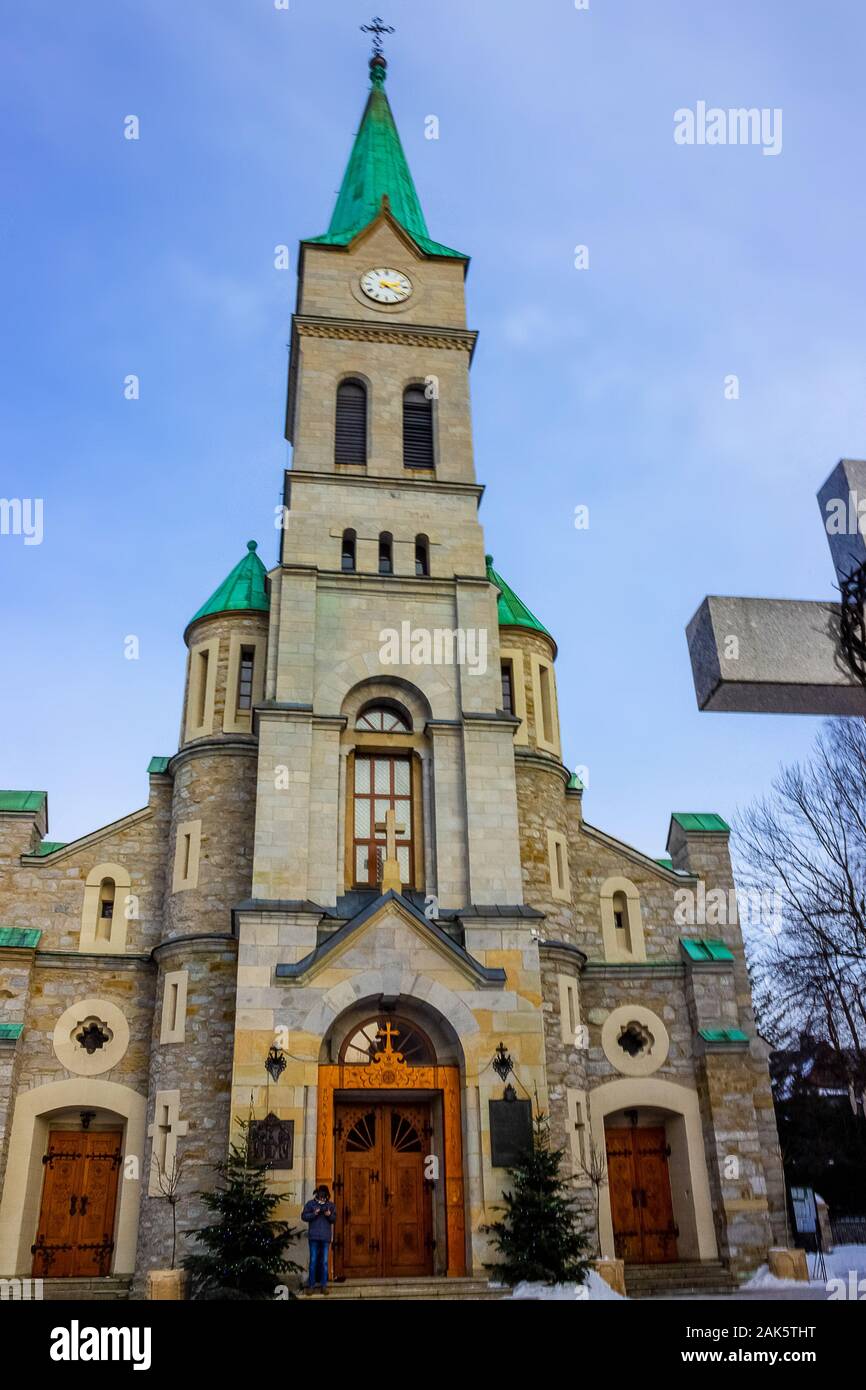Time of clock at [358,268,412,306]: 2:21
